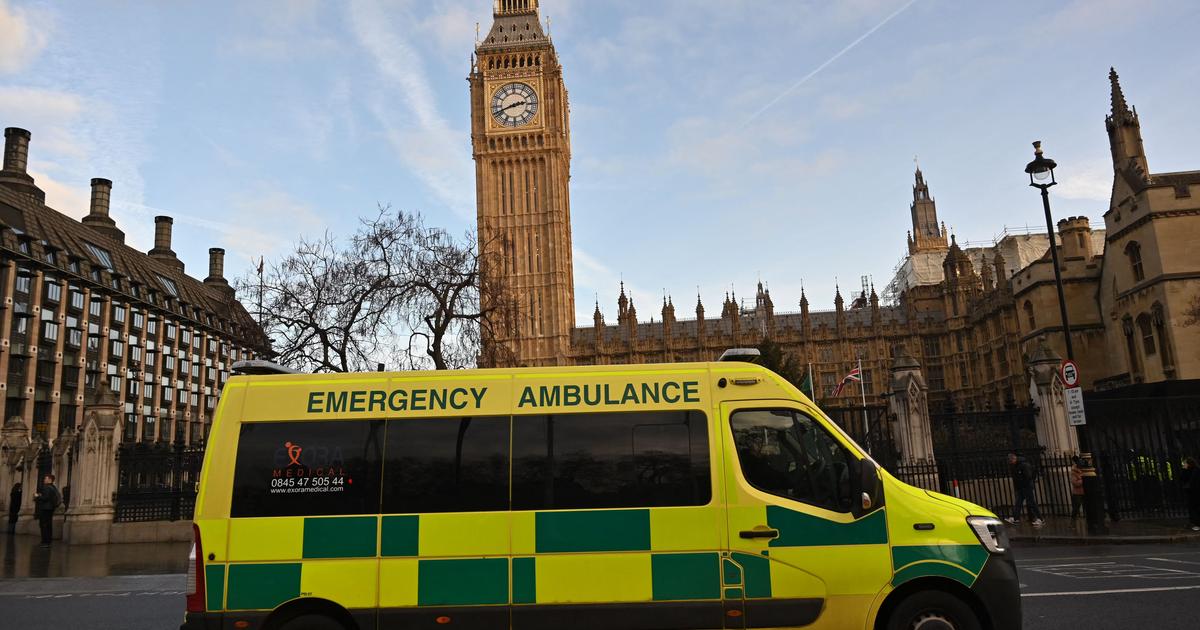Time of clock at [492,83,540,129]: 2:41
